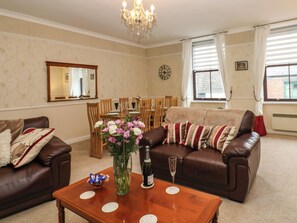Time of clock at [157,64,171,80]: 7:00
